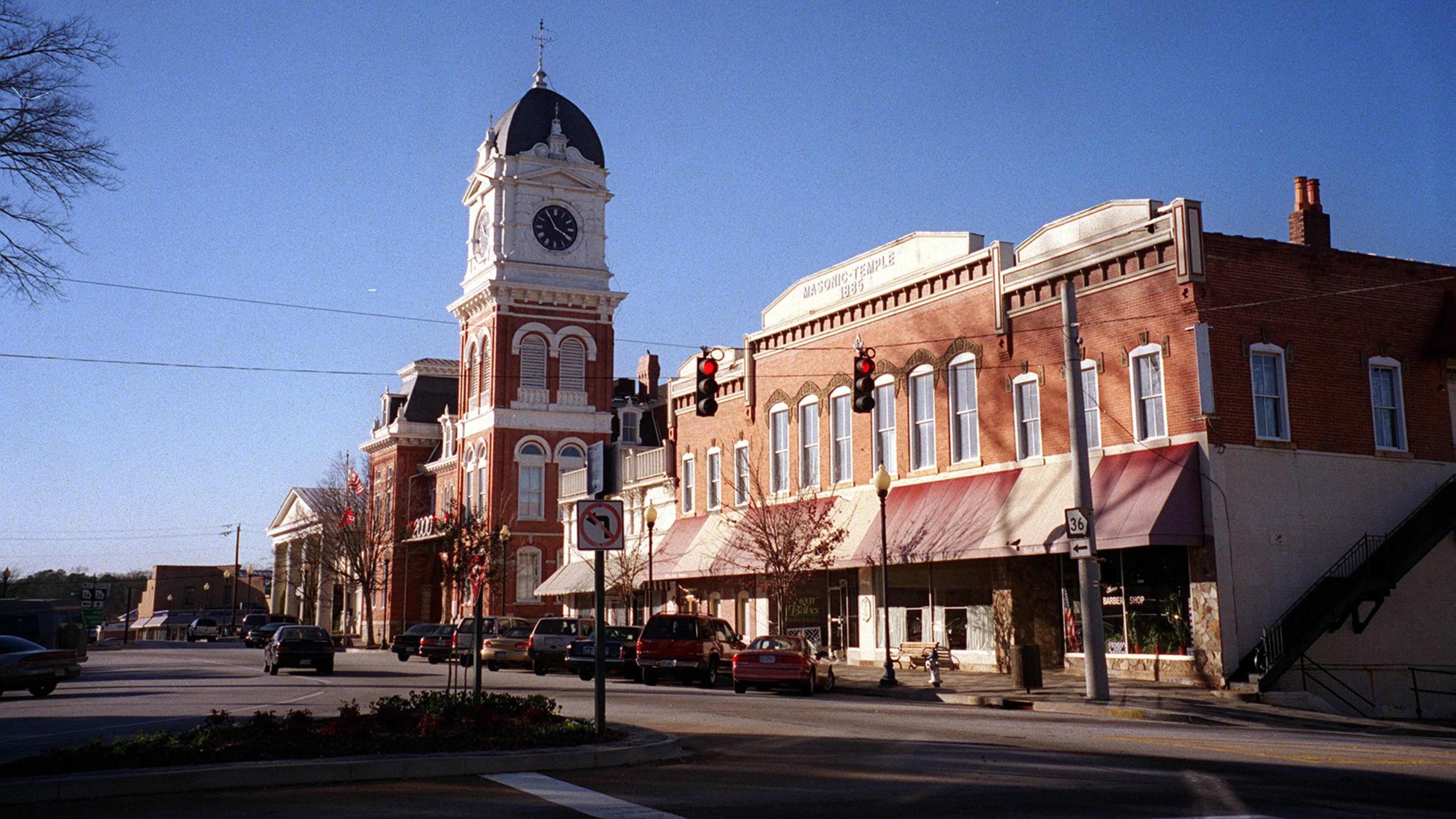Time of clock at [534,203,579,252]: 3:55
